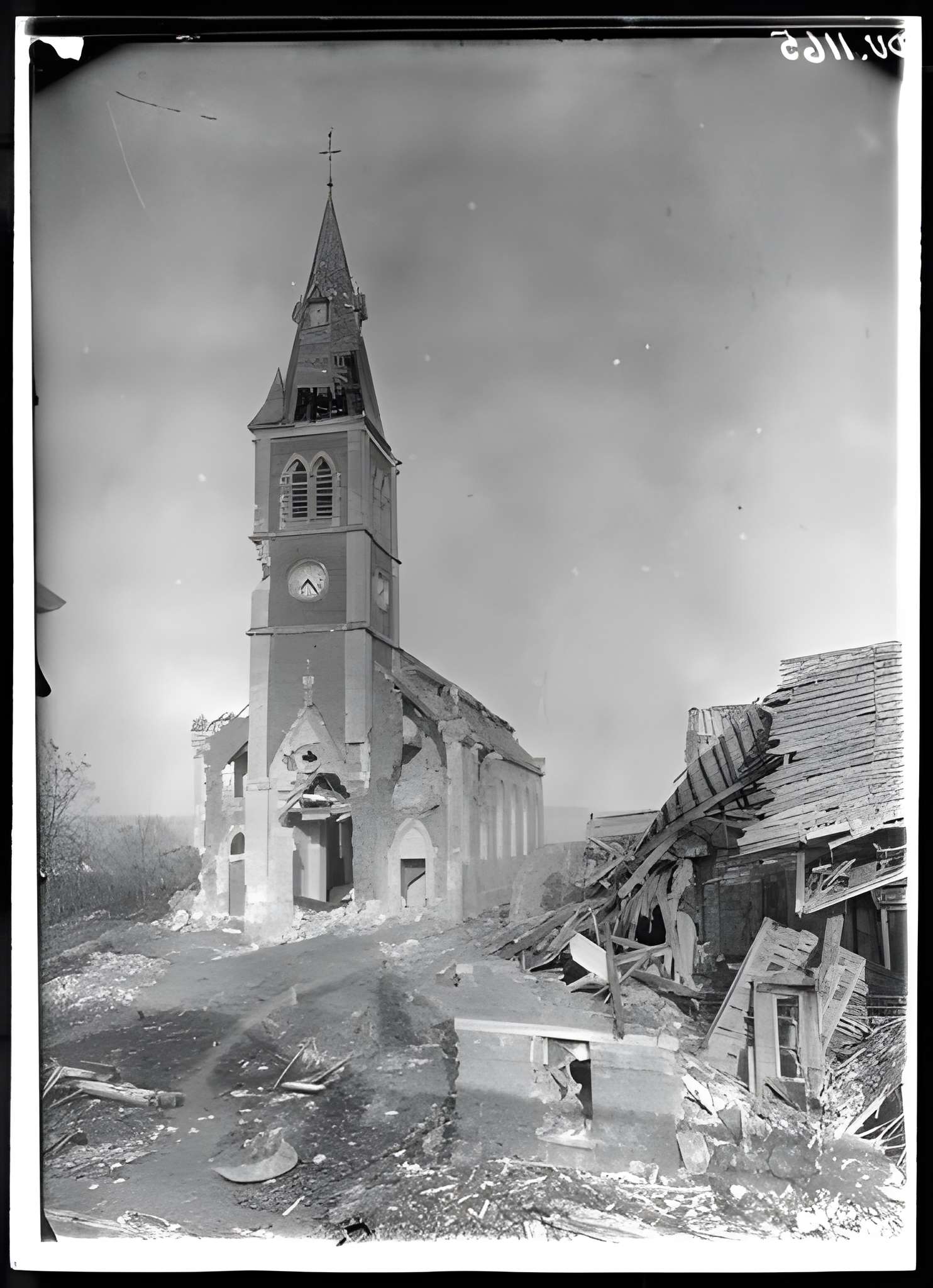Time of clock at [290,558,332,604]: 7:24
